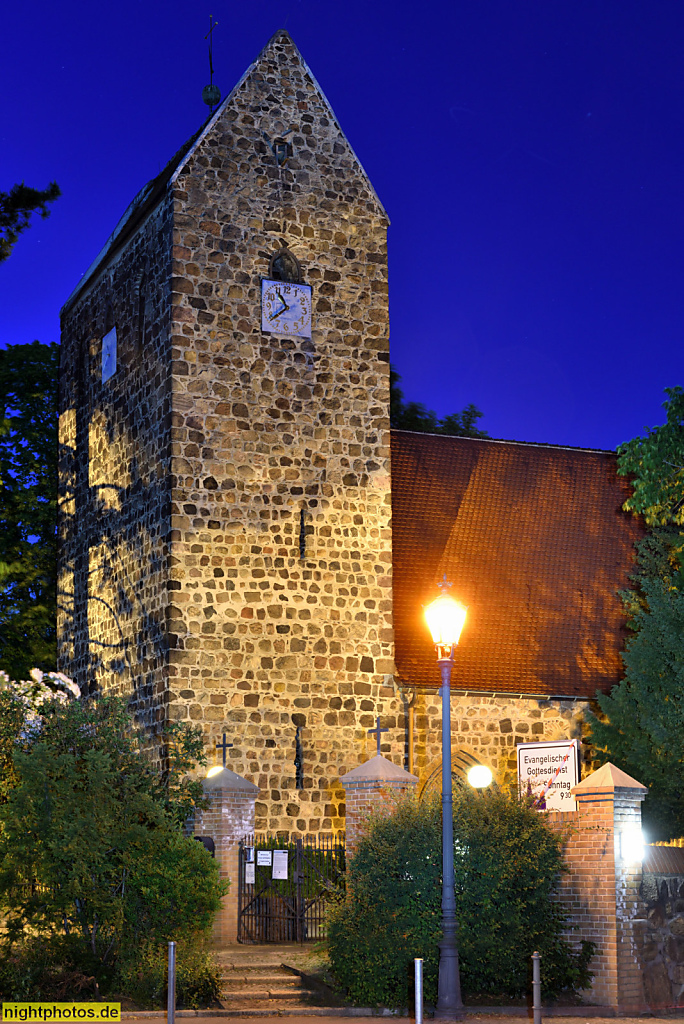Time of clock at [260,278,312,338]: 10:38
